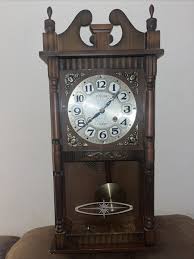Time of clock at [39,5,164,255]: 1:39
